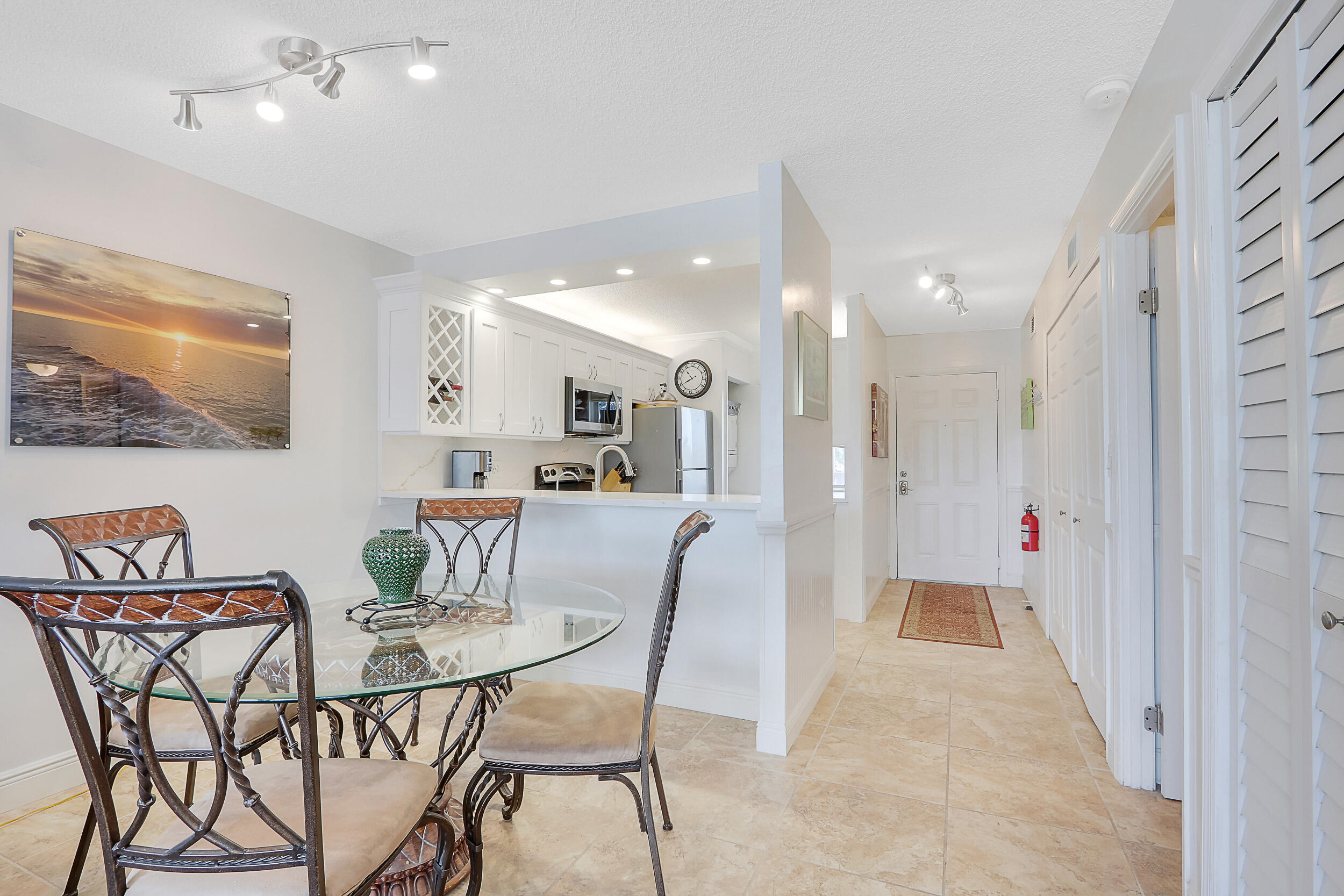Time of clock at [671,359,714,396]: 10:39
